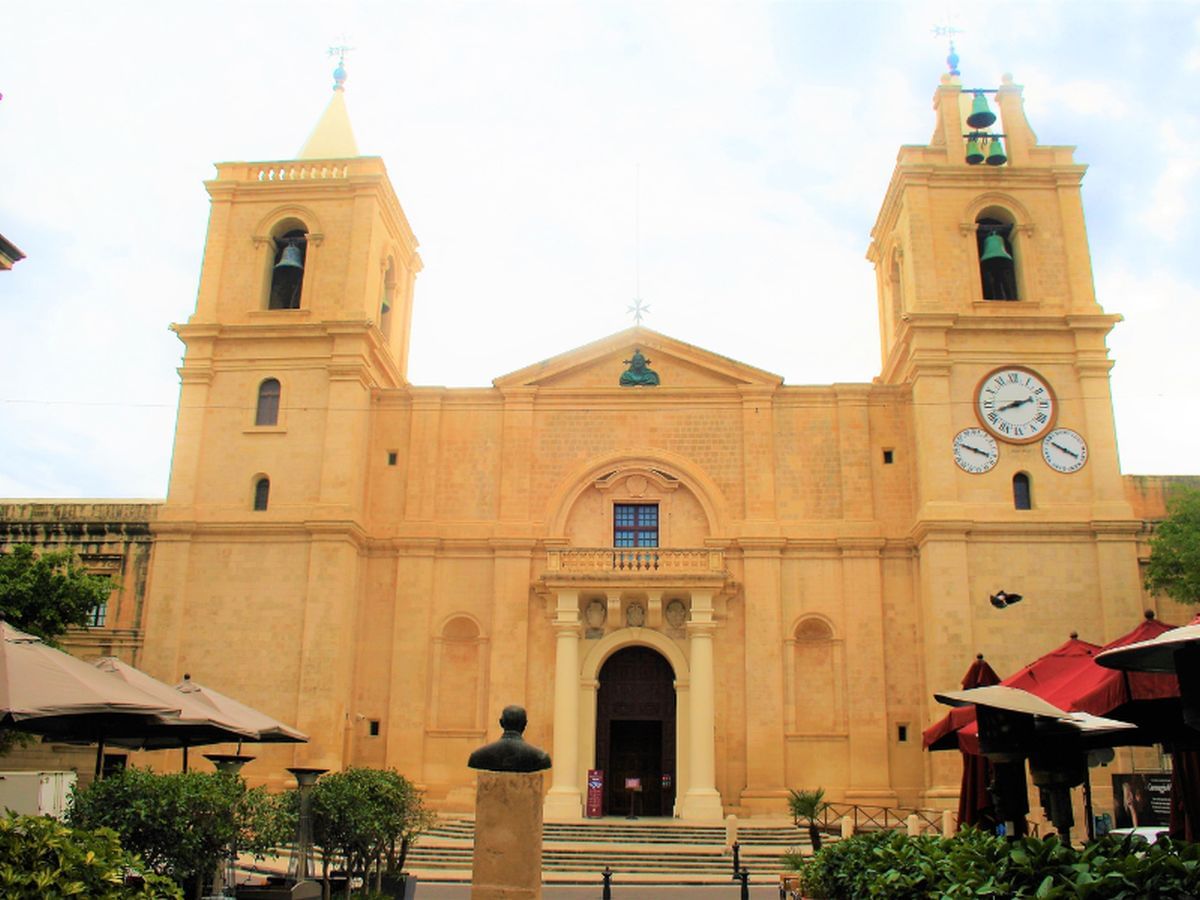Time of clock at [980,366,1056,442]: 8:11
